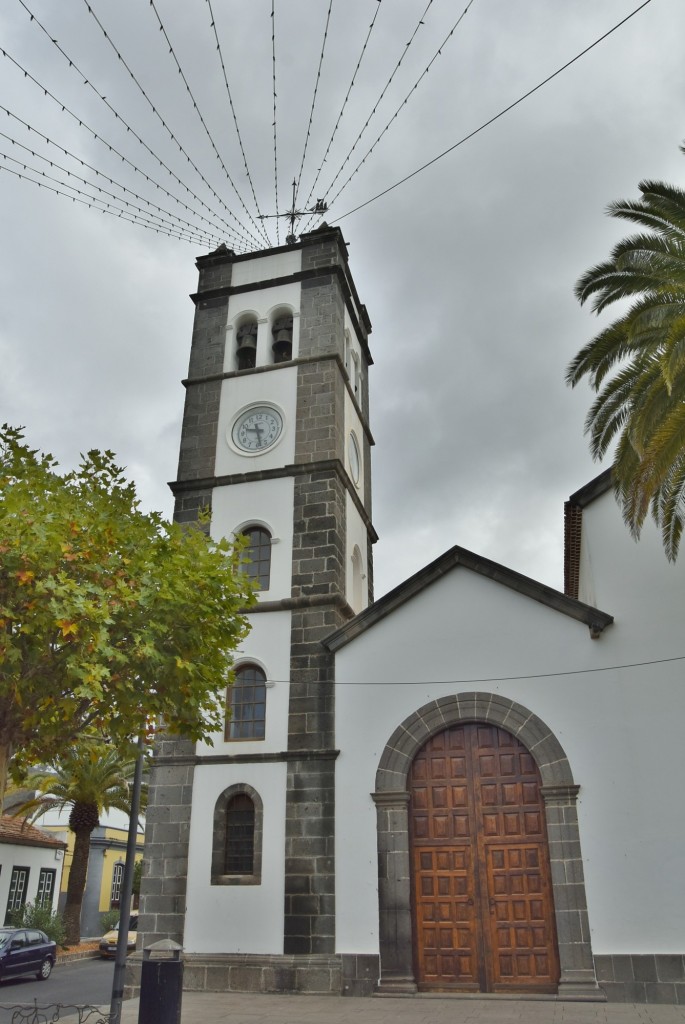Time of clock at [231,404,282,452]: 9:27
